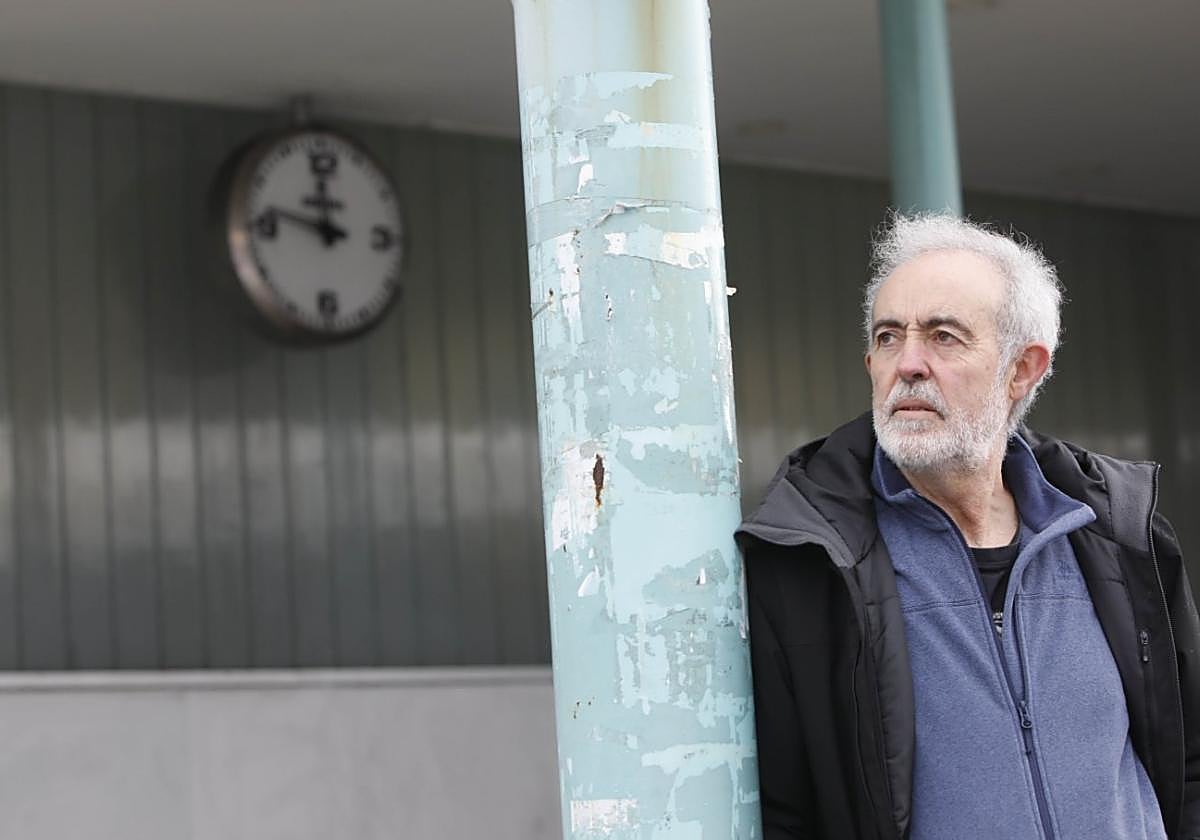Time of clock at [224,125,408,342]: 11:46
